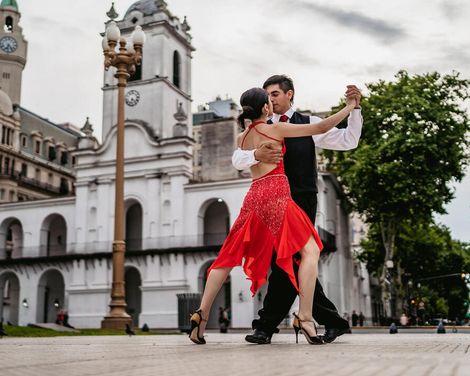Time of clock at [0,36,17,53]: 6:23
